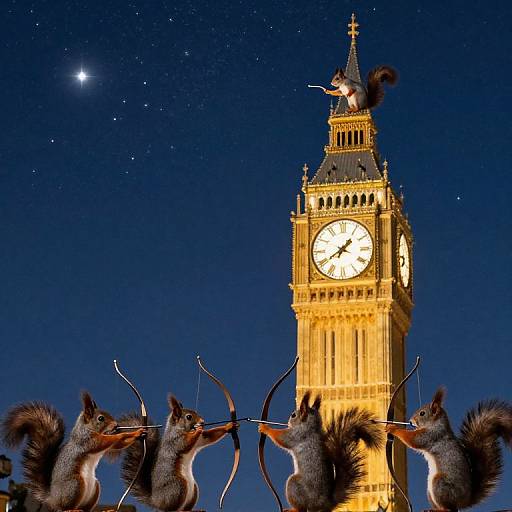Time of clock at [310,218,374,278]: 1:39
